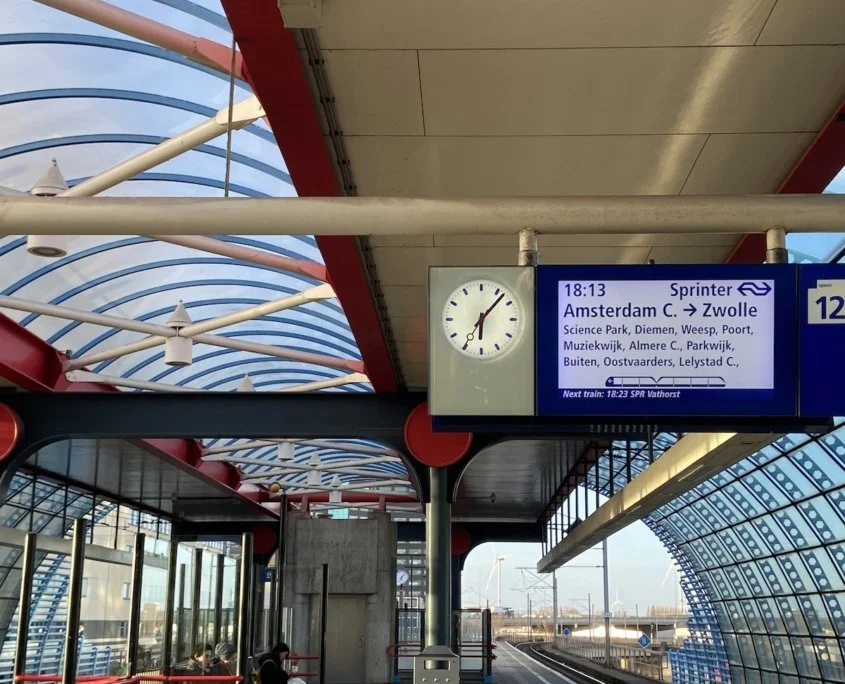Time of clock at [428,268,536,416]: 6:07
